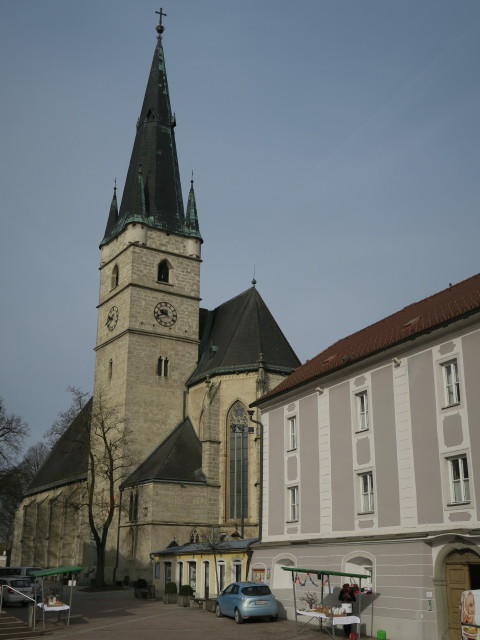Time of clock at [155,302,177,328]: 9:41
